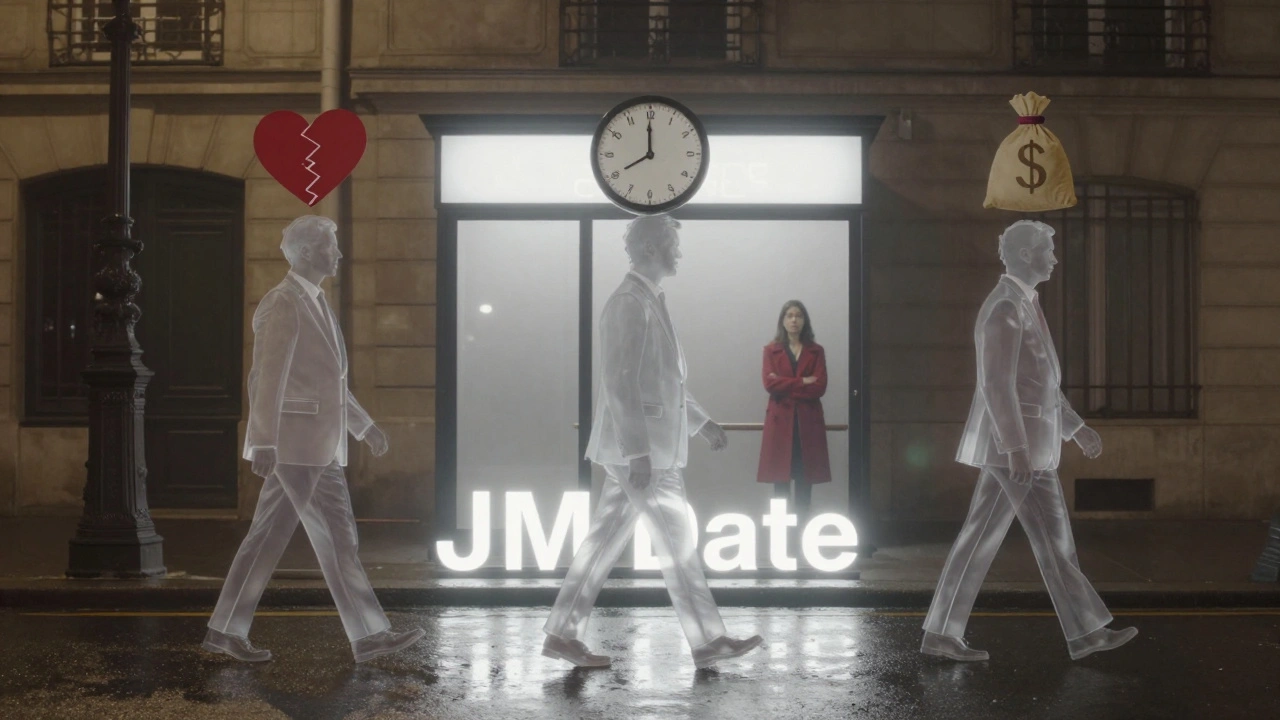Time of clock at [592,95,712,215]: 7:59
